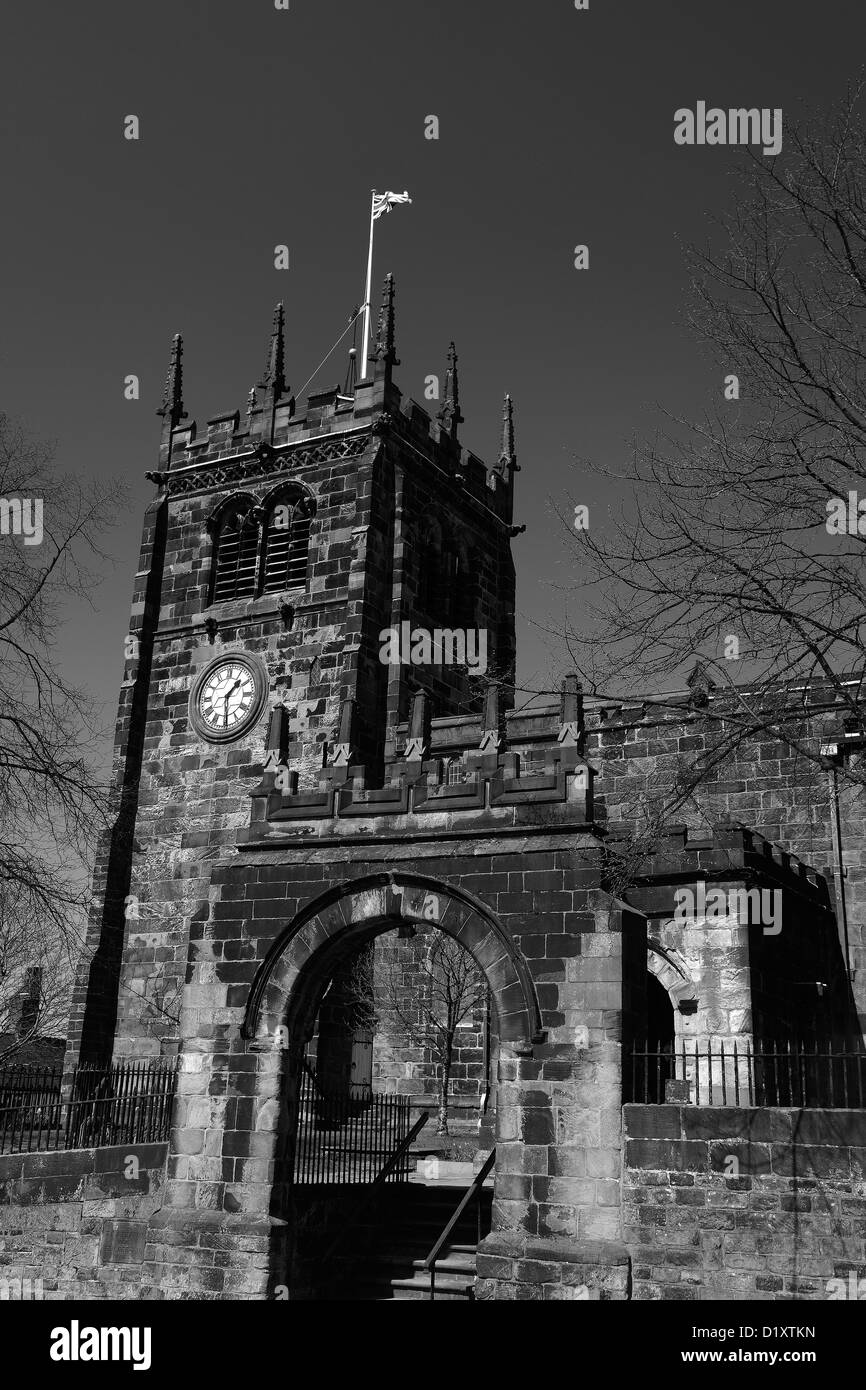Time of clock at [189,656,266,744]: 1:29
